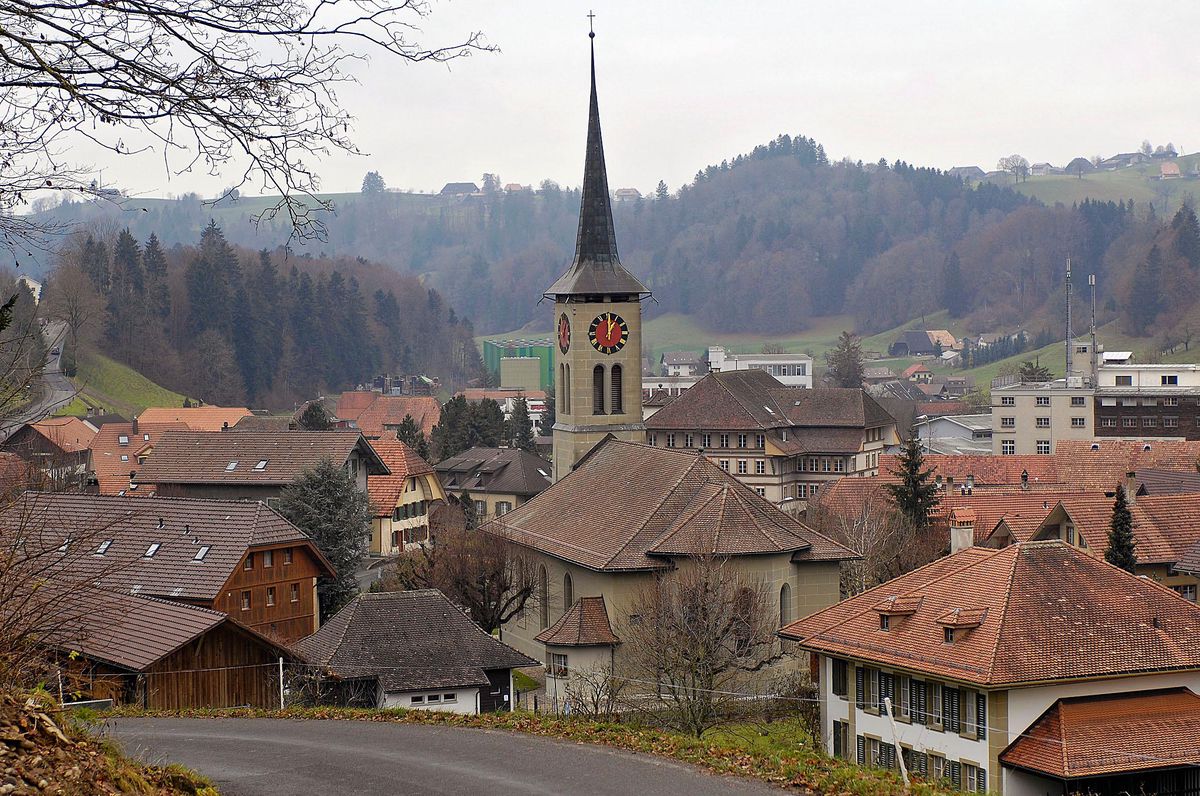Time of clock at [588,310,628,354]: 1:00
